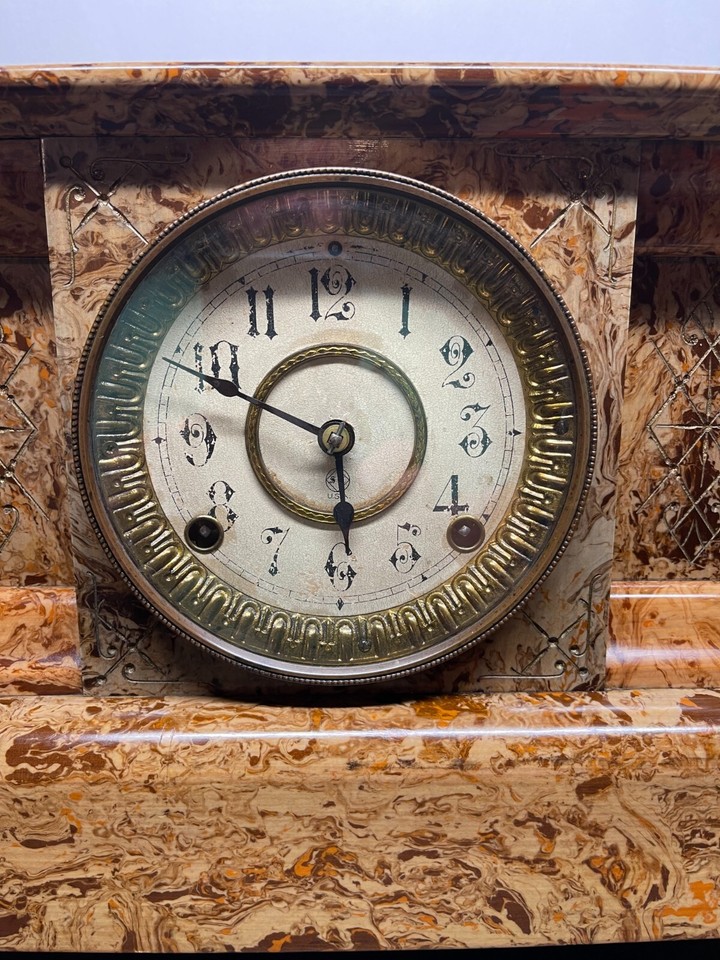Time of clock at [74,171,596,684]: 5:49
